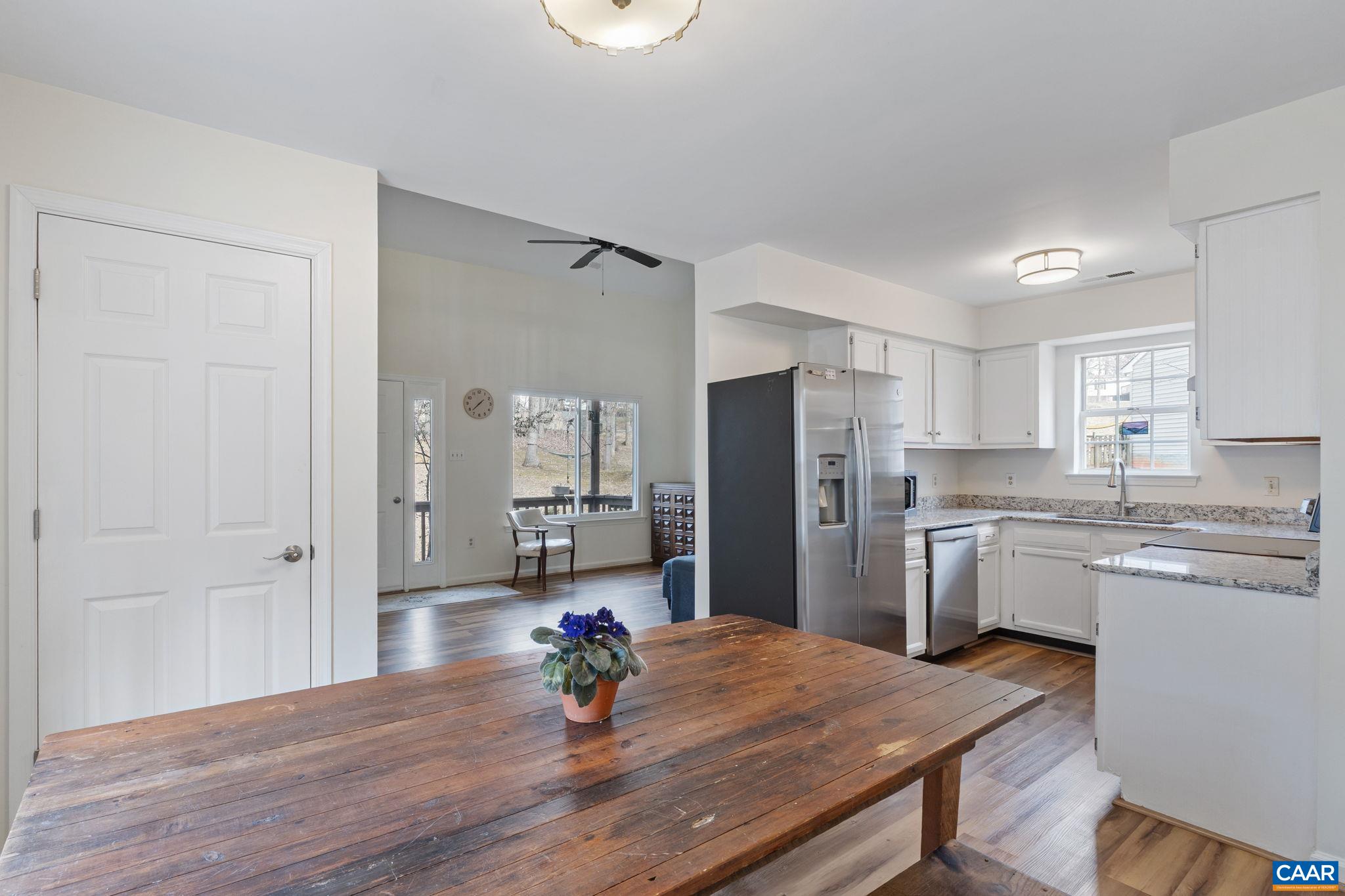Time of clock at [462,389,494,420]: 1:37
